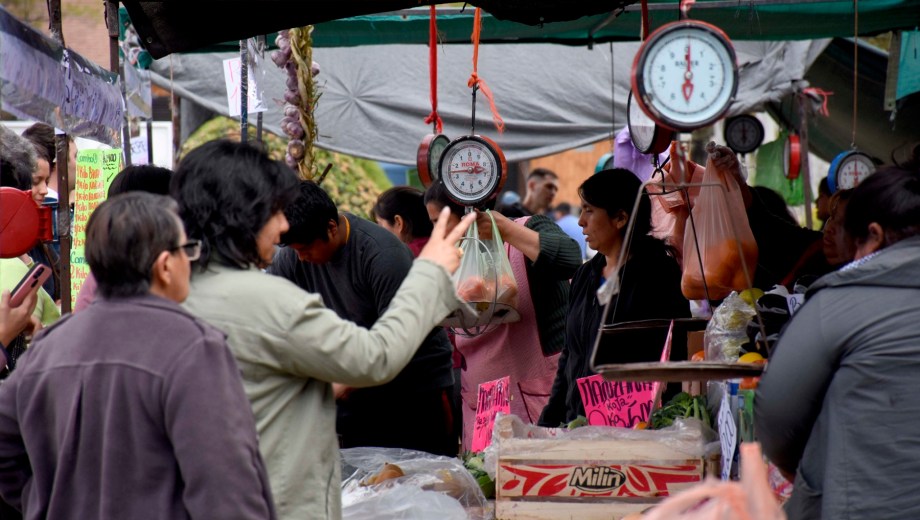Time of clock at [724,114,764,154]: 5:59
